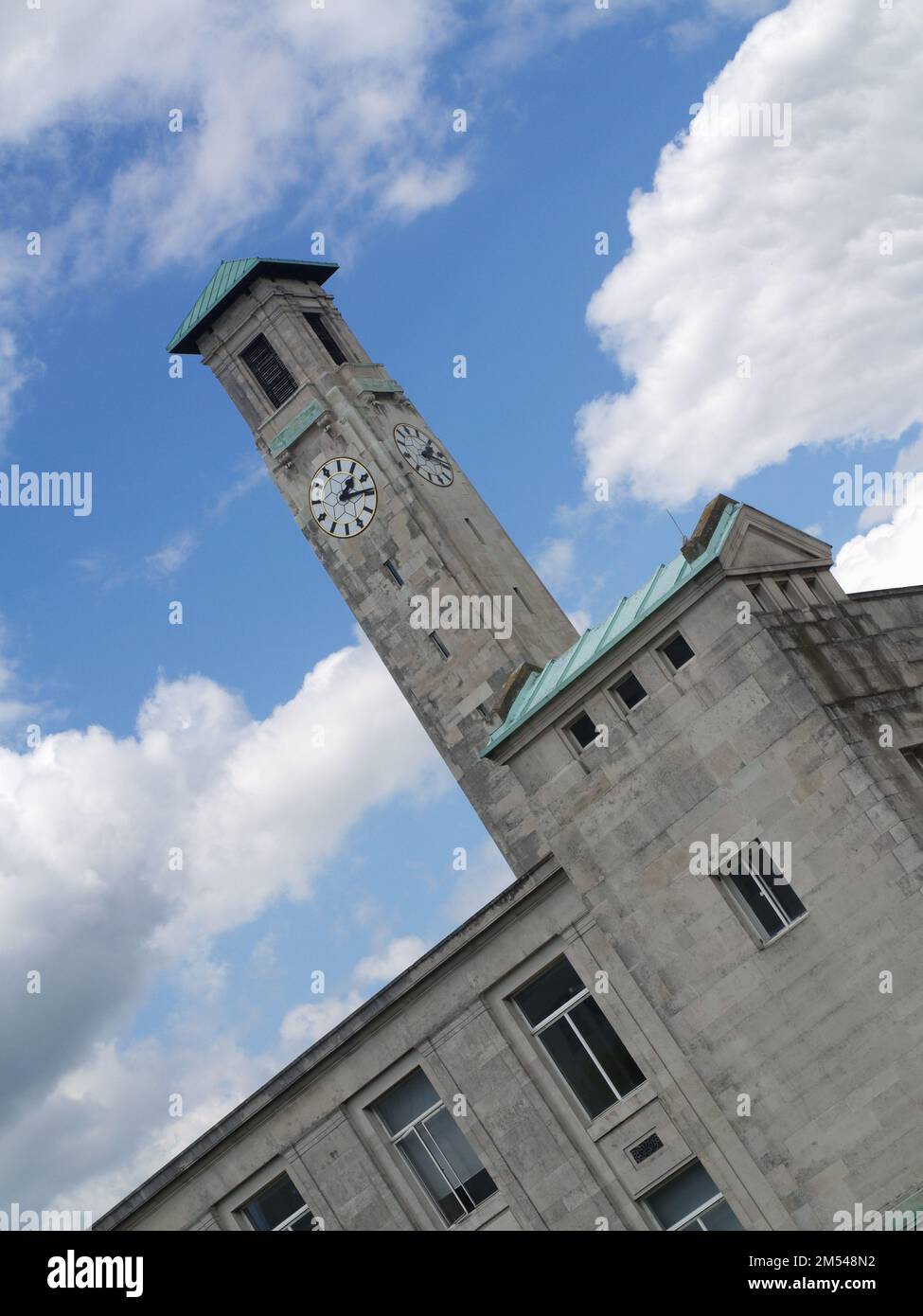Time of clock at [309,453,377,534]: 1:13
